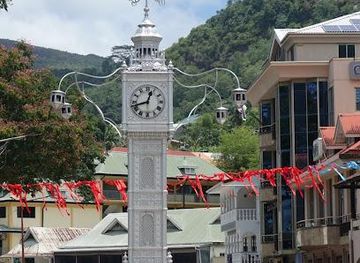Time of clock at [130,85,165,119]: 12:42
